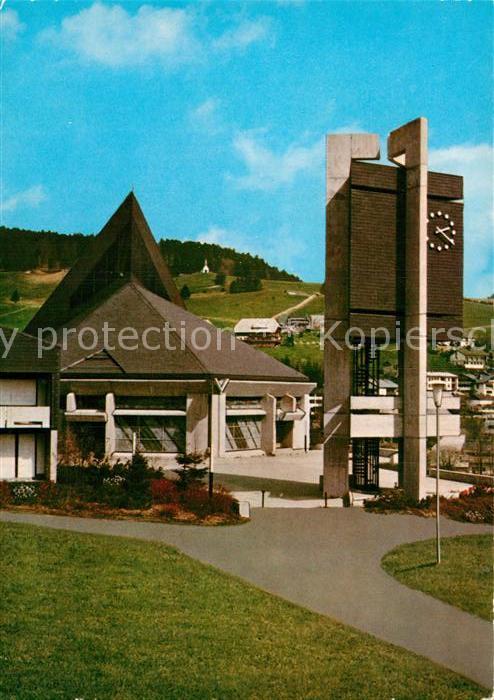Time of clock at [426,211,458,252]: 2:21
